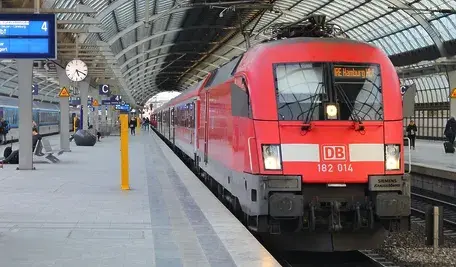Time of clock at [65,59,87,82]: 5:18
